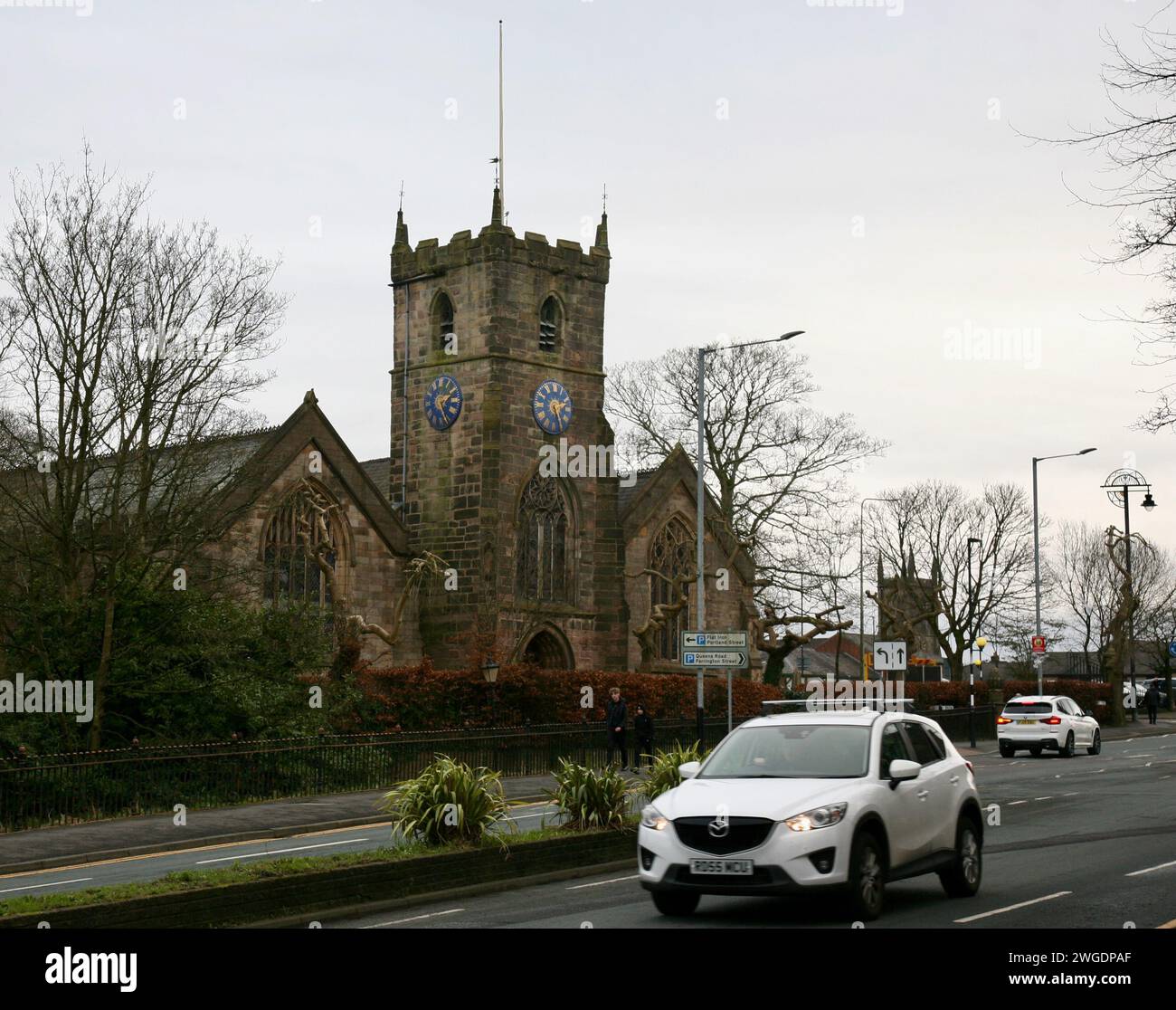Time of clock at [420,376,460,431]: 2:26
